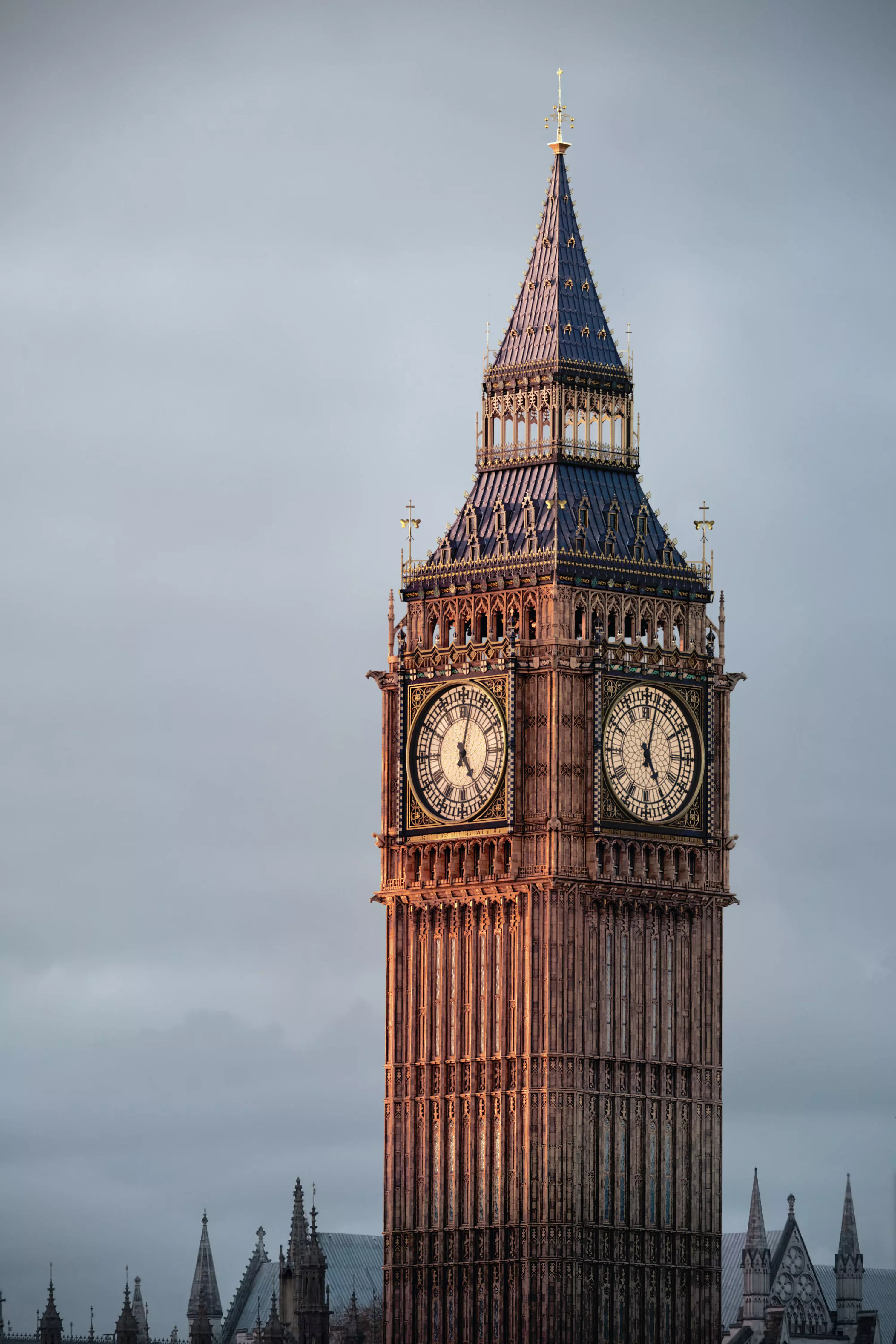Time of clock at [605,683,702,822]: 5:02
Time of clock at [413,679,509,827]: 5:02
